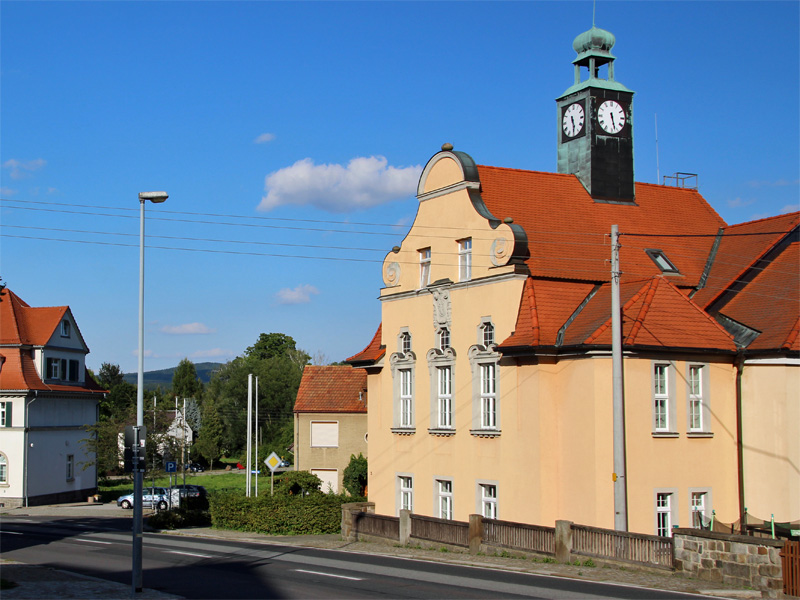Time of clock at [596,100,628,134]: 5:27
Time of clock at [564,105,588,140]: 5:29
